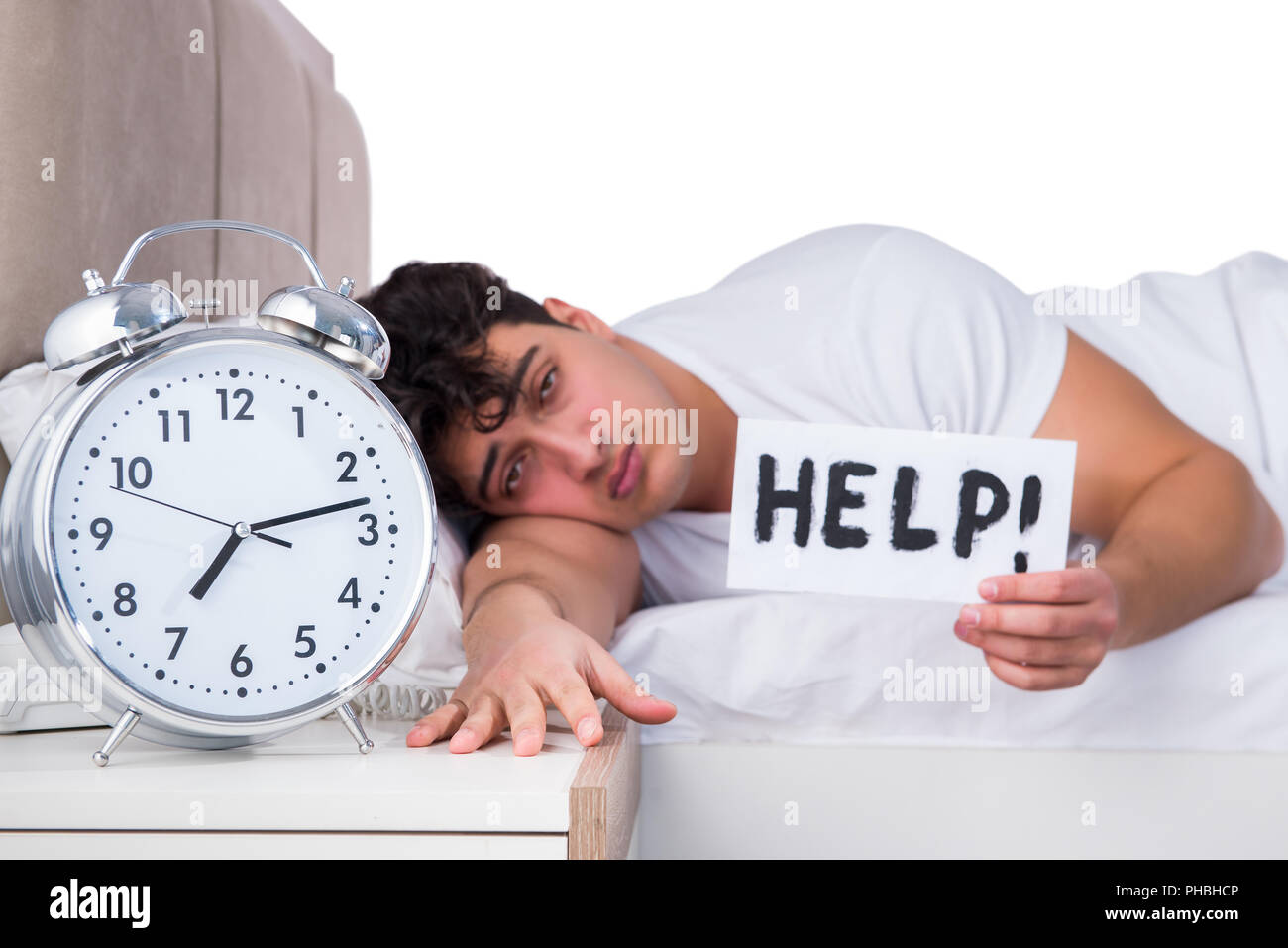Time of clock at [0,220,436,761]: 7:12
